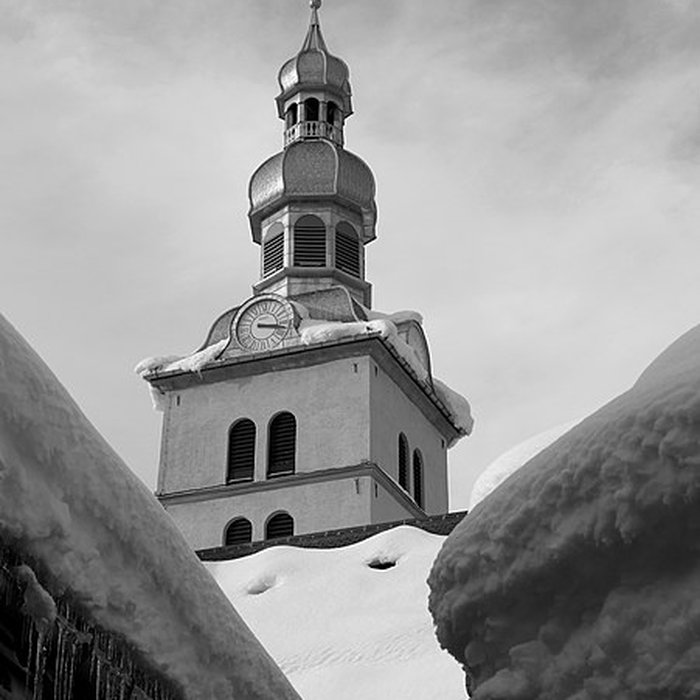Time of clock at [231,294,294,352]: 3:17
